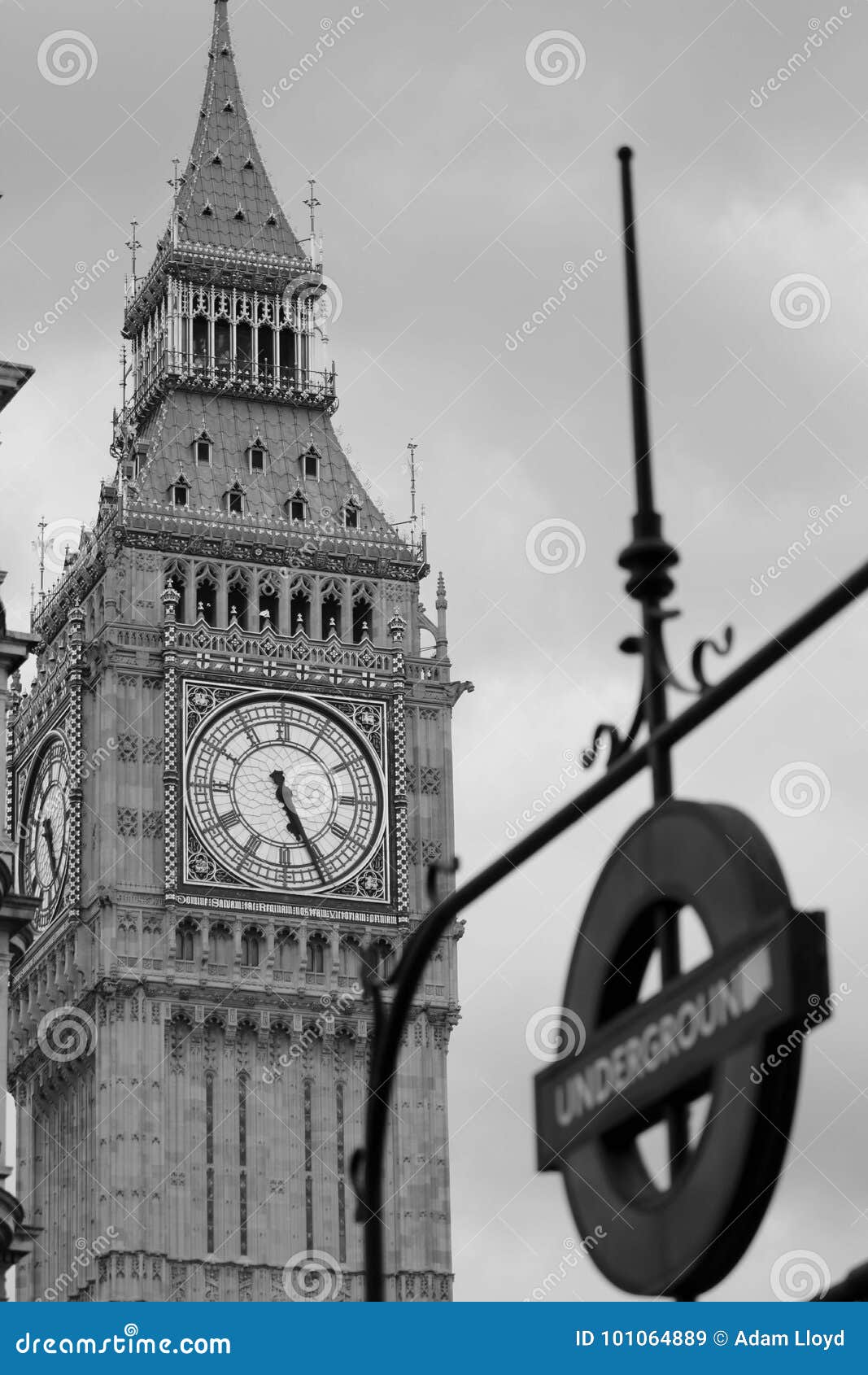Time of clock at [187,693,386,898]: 5:26
